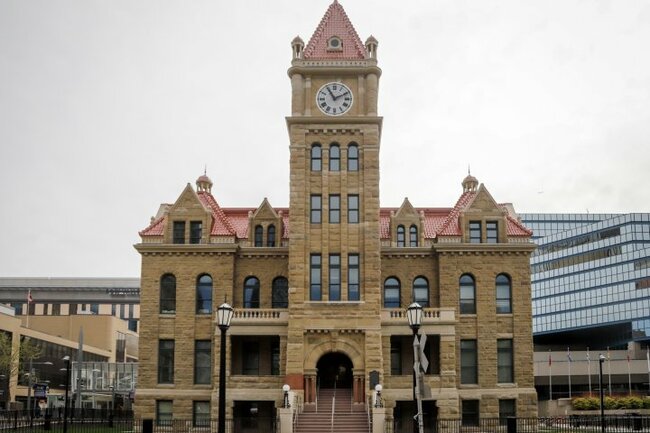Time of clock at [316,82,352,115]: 11:10
